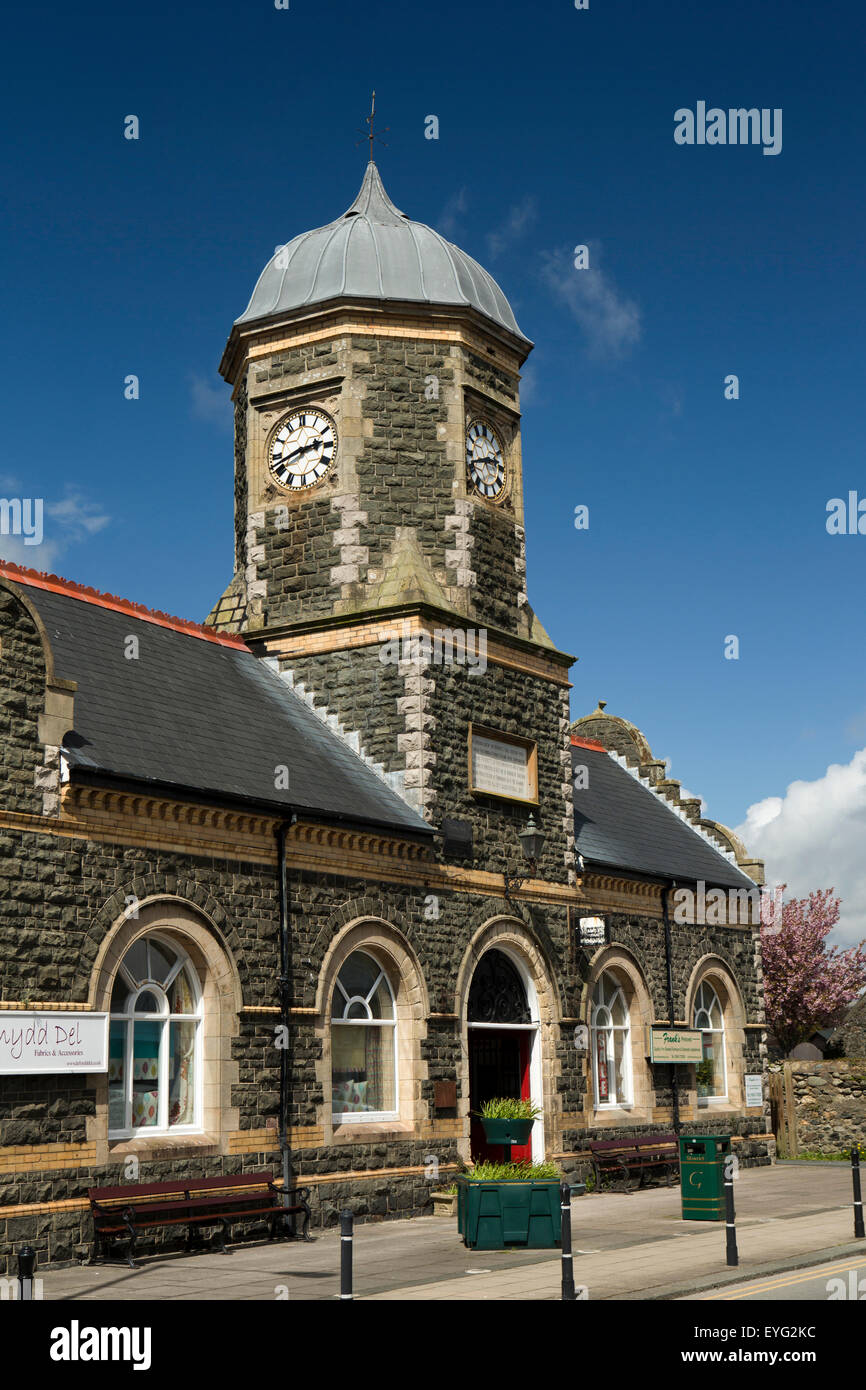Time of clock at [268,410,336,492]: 2:42
